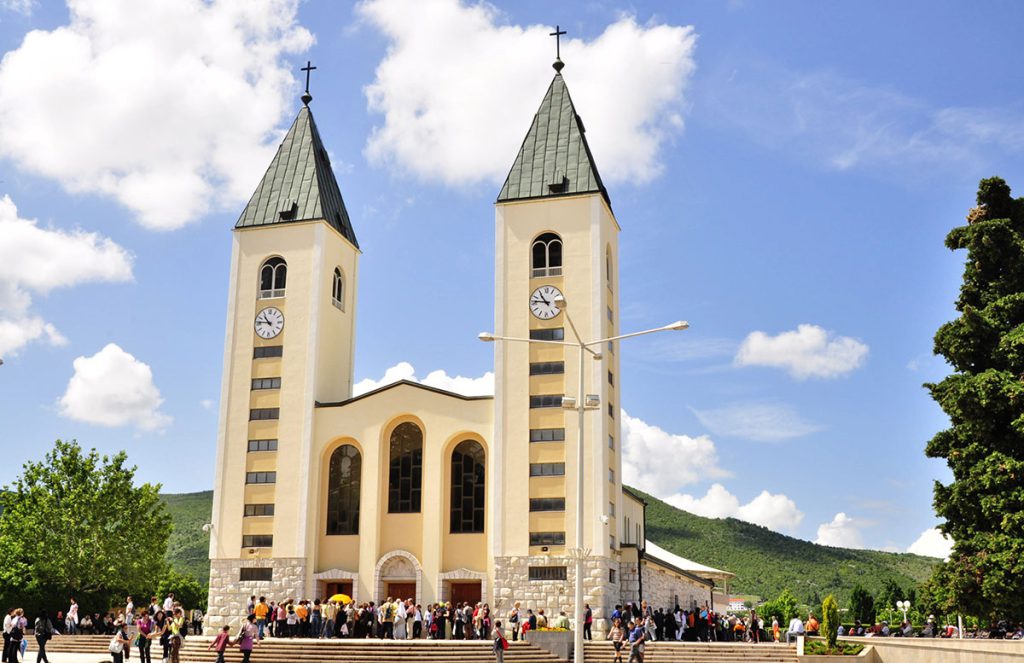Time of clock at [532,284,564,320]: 10:46
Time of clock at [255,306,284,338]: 10:46
